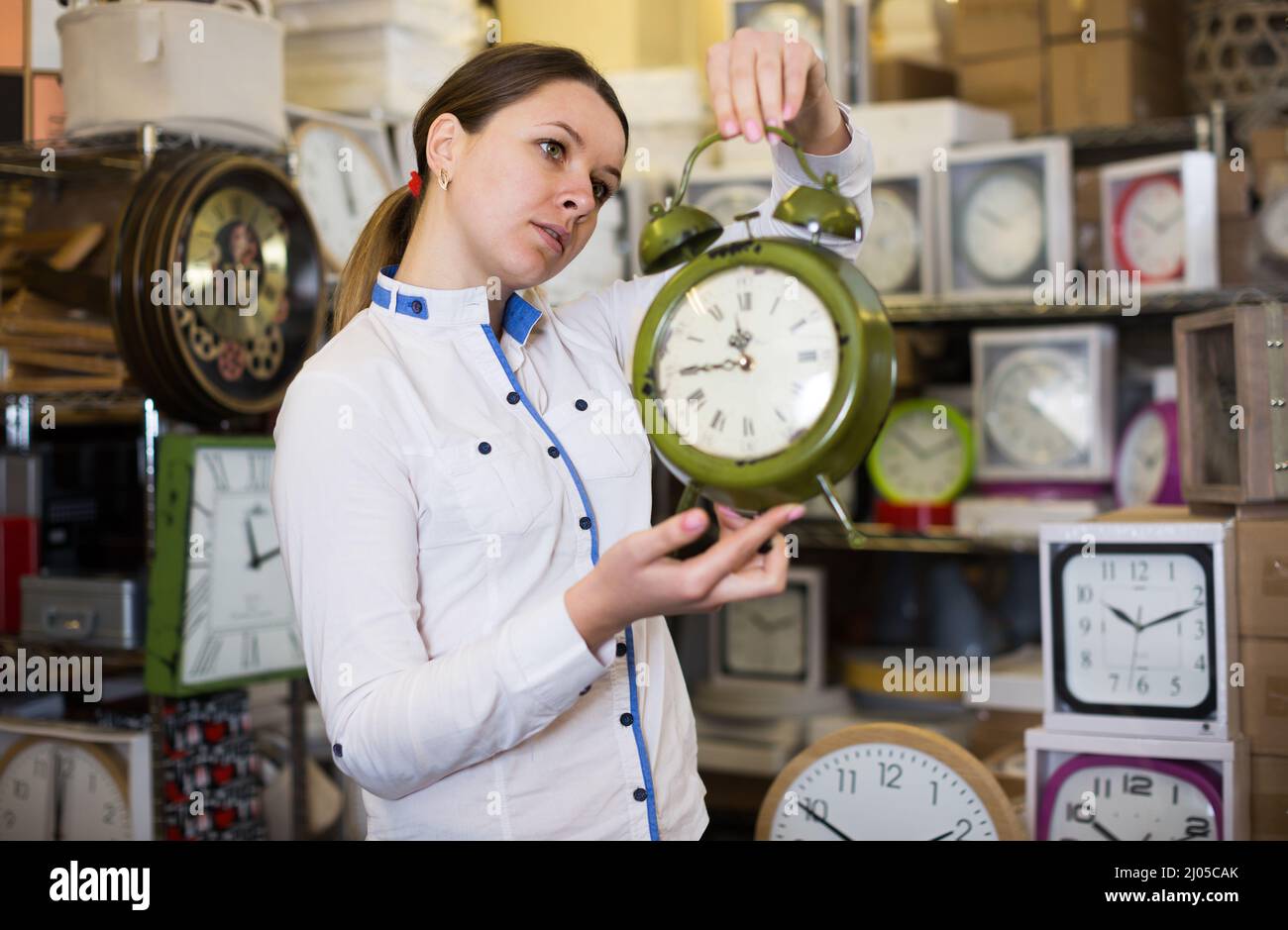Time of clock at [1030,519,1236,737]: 10:11
